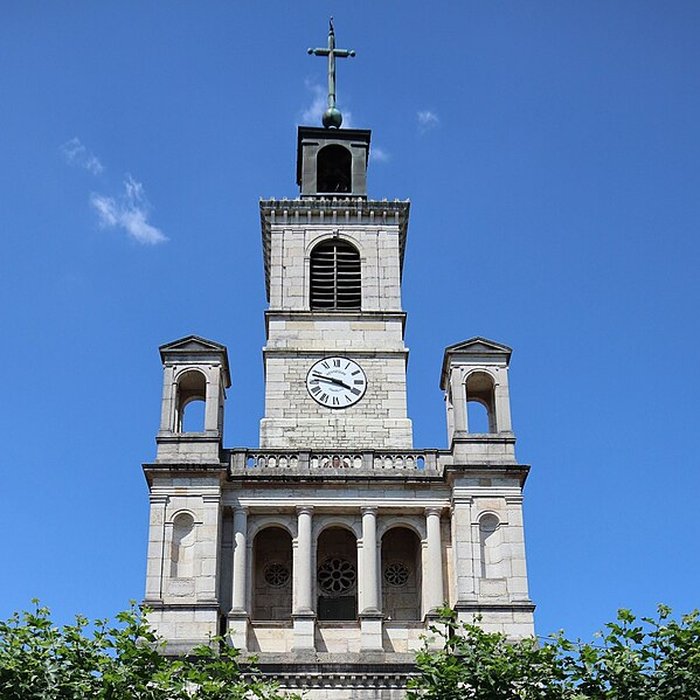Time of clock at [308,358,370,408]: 3:47
